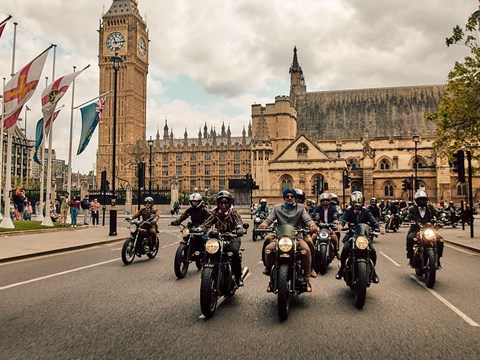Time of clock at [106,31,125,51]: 11:13
